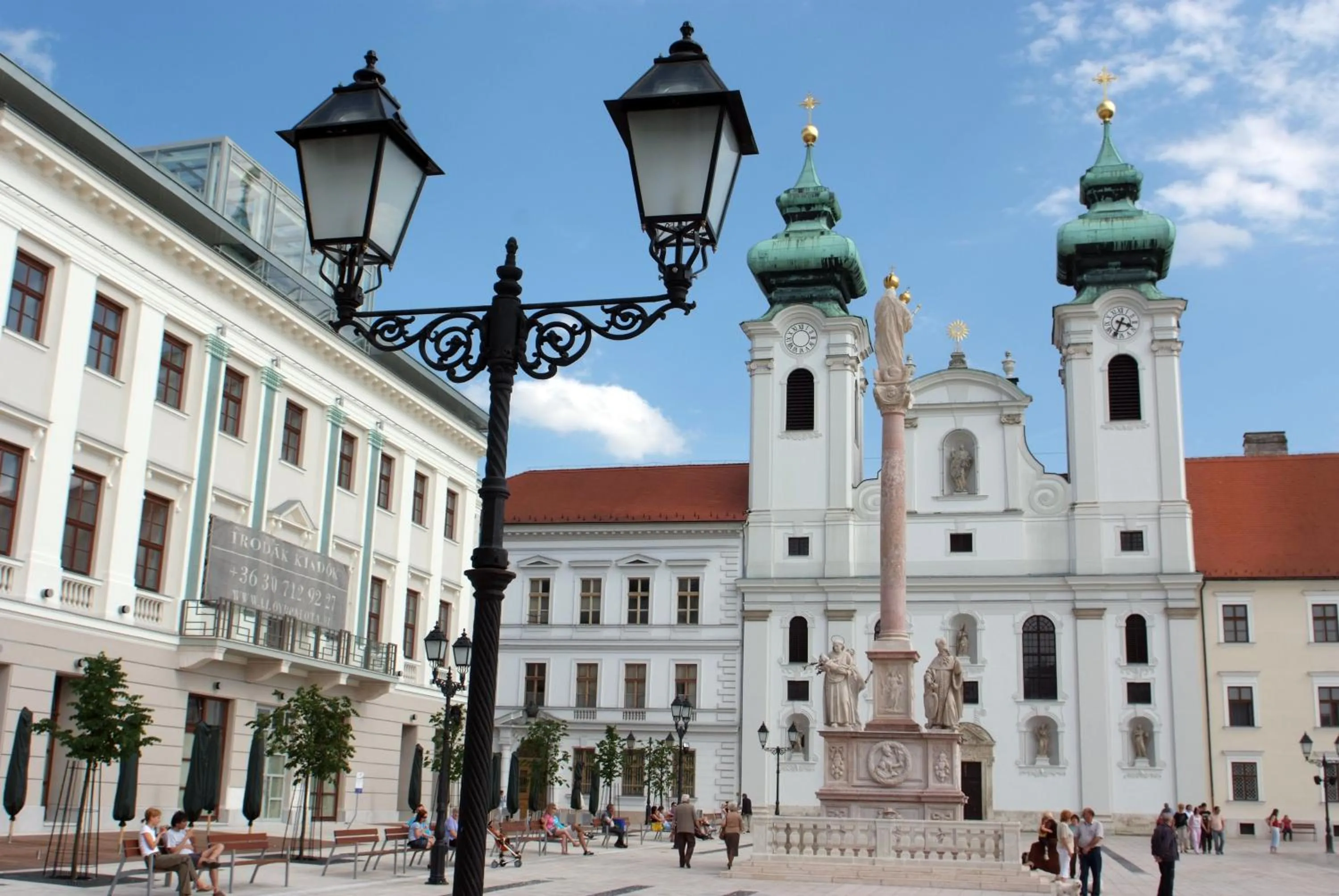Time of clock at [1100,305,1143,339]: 3:34
